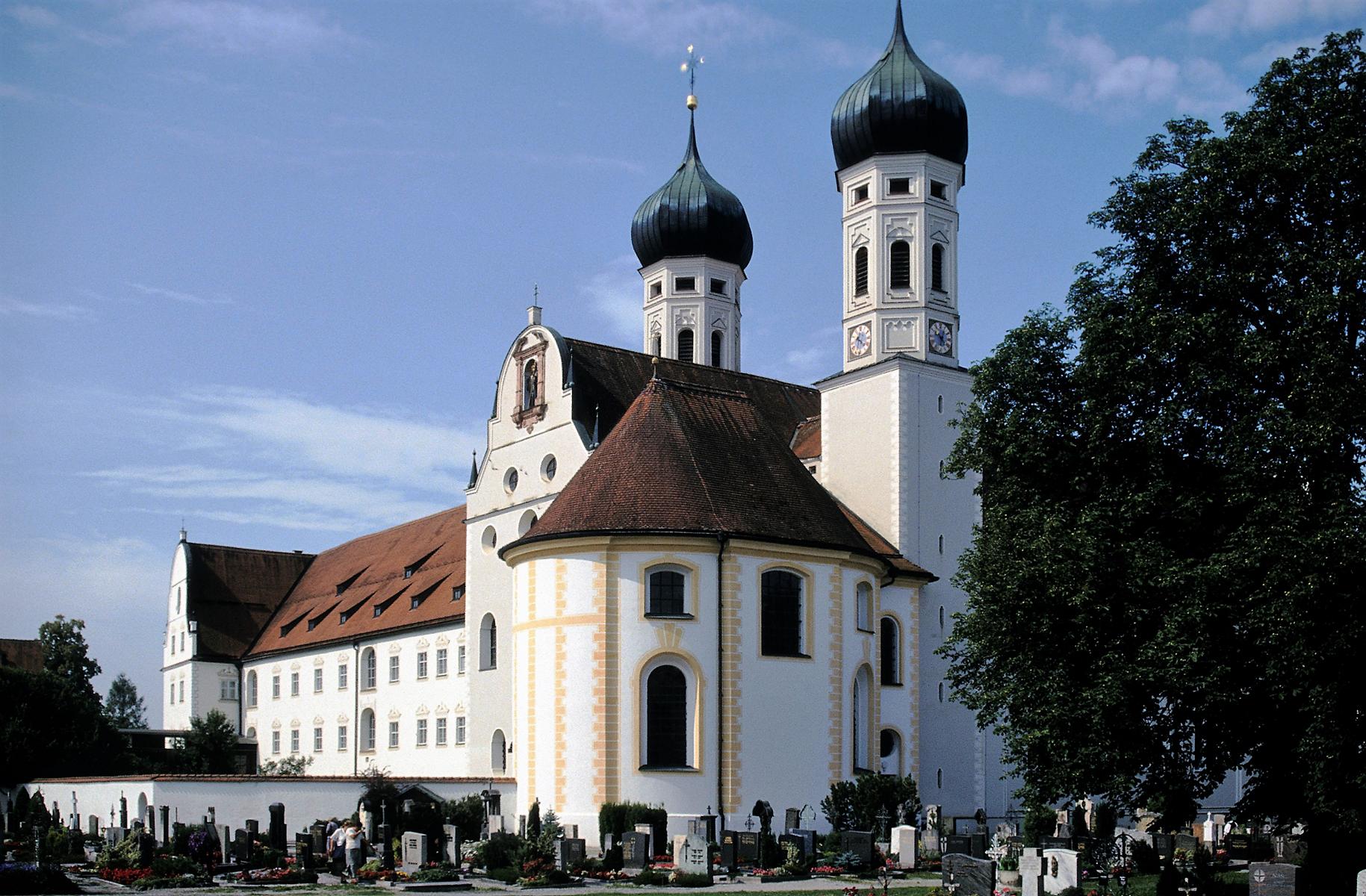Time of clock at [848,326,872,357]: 4:33
